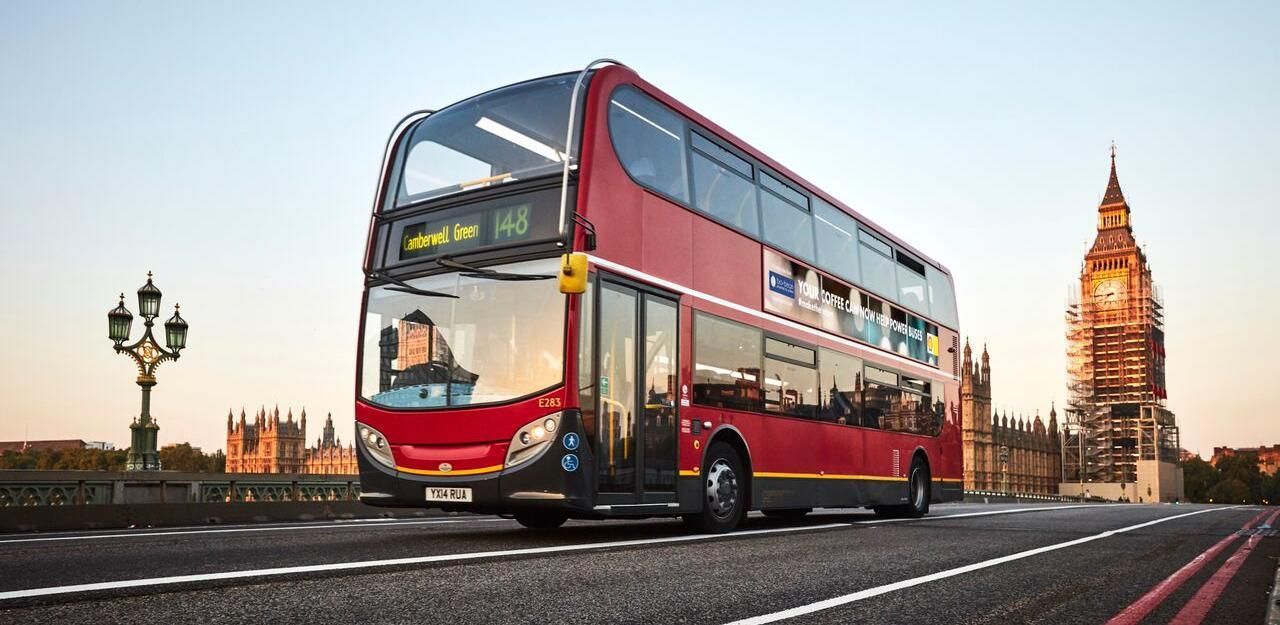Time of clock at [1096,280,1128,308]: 7:44
